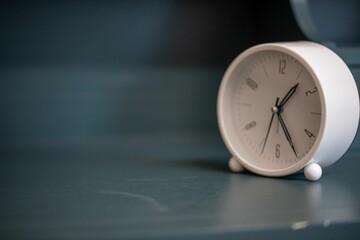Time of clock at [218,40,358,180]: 1:24
